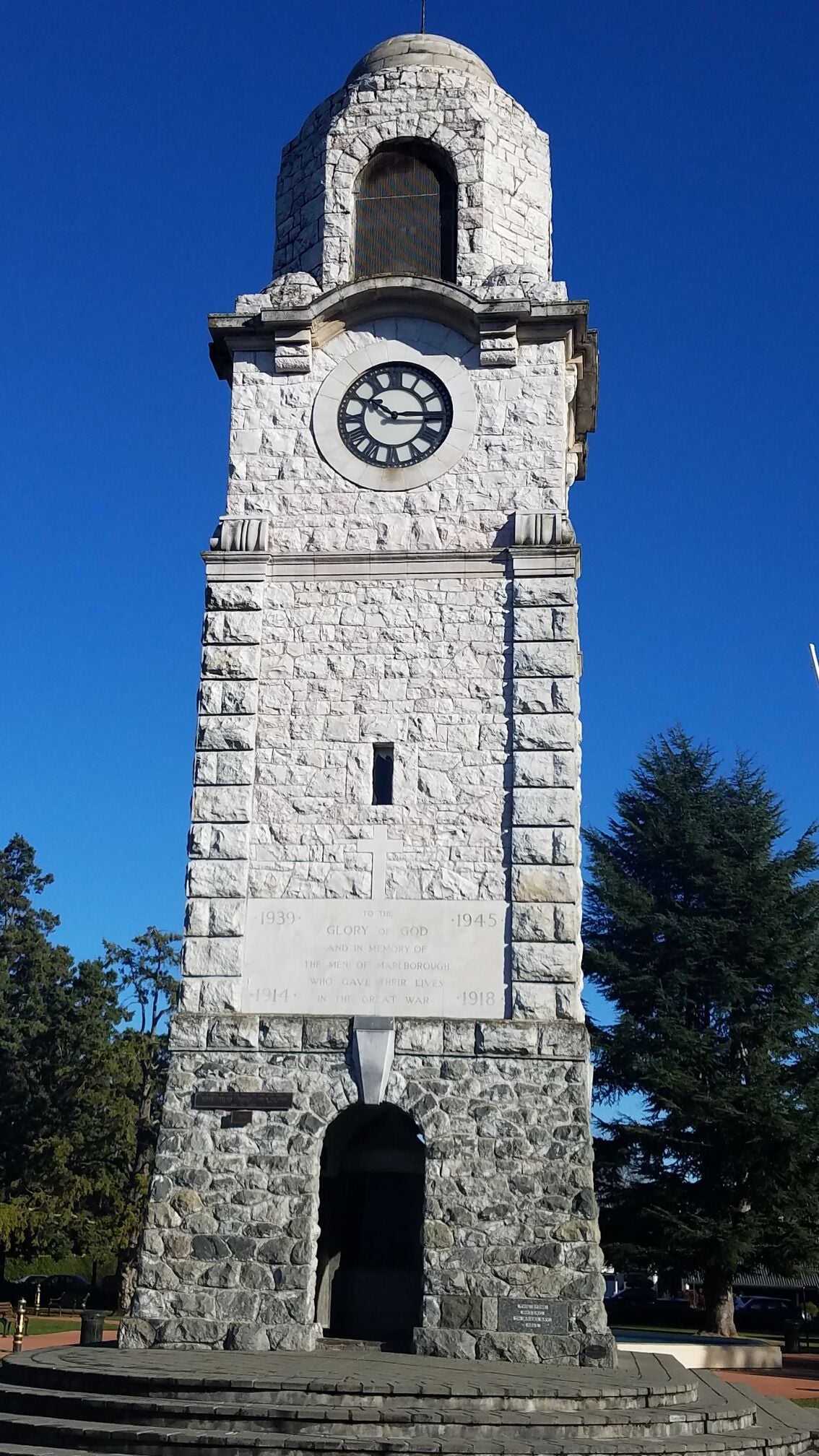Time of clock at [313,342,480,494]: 10:14
